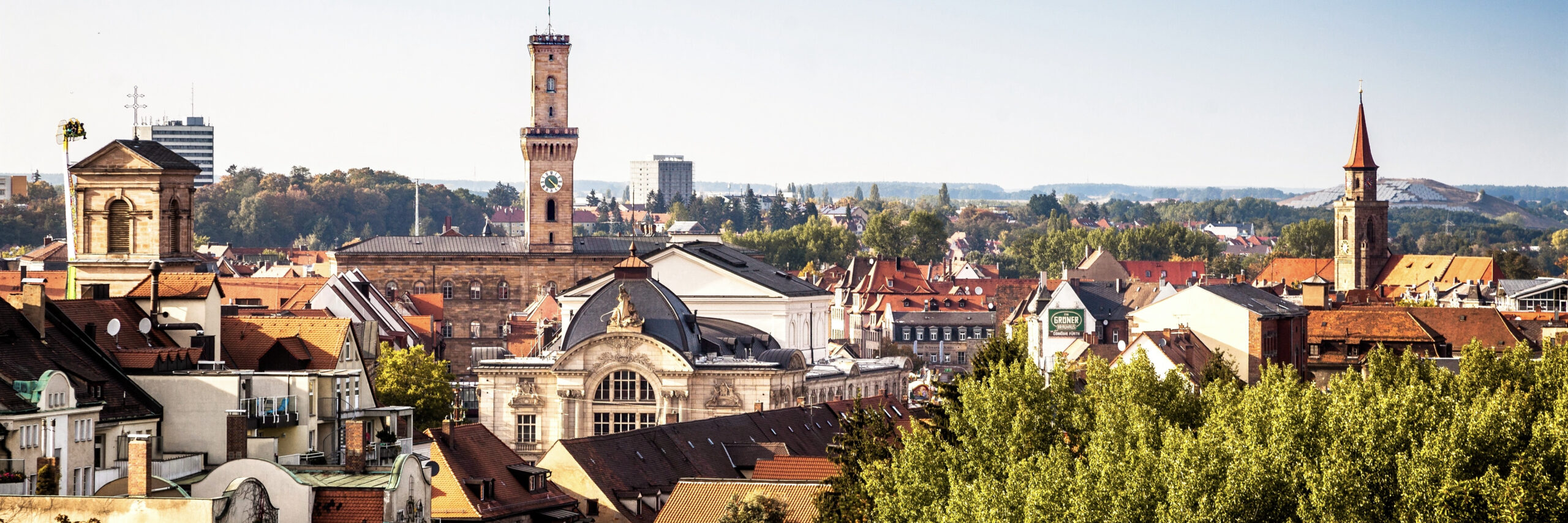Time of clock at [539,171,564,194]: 4:23
